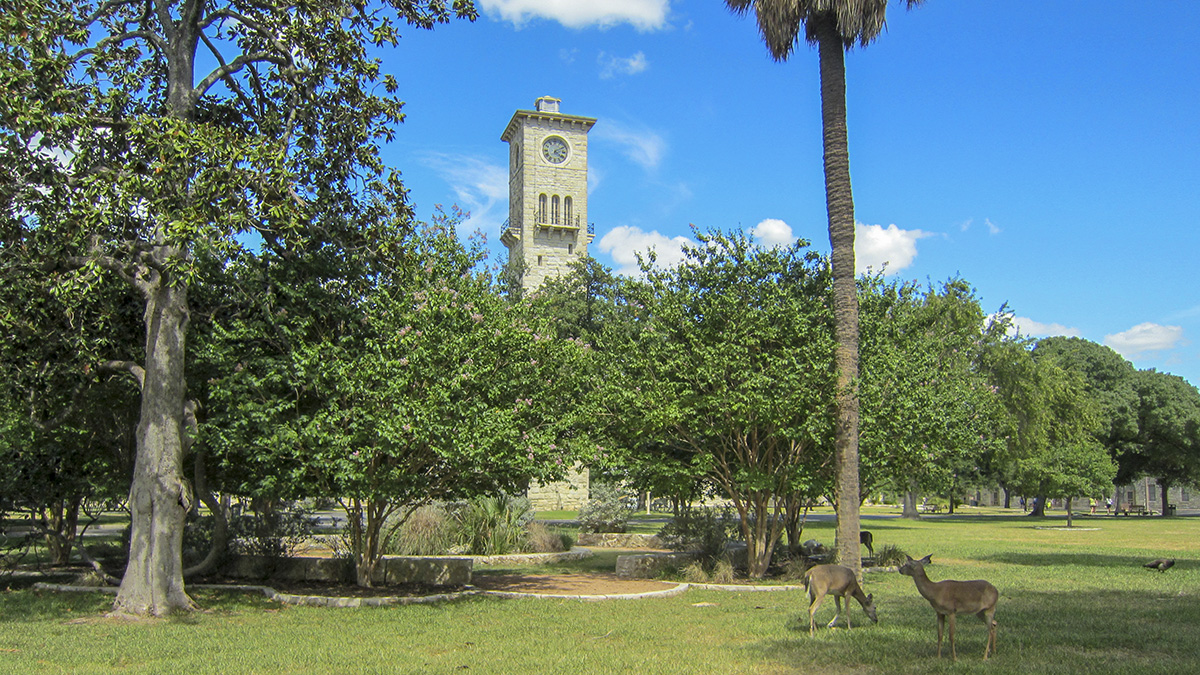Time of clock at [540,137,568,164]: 4:10
